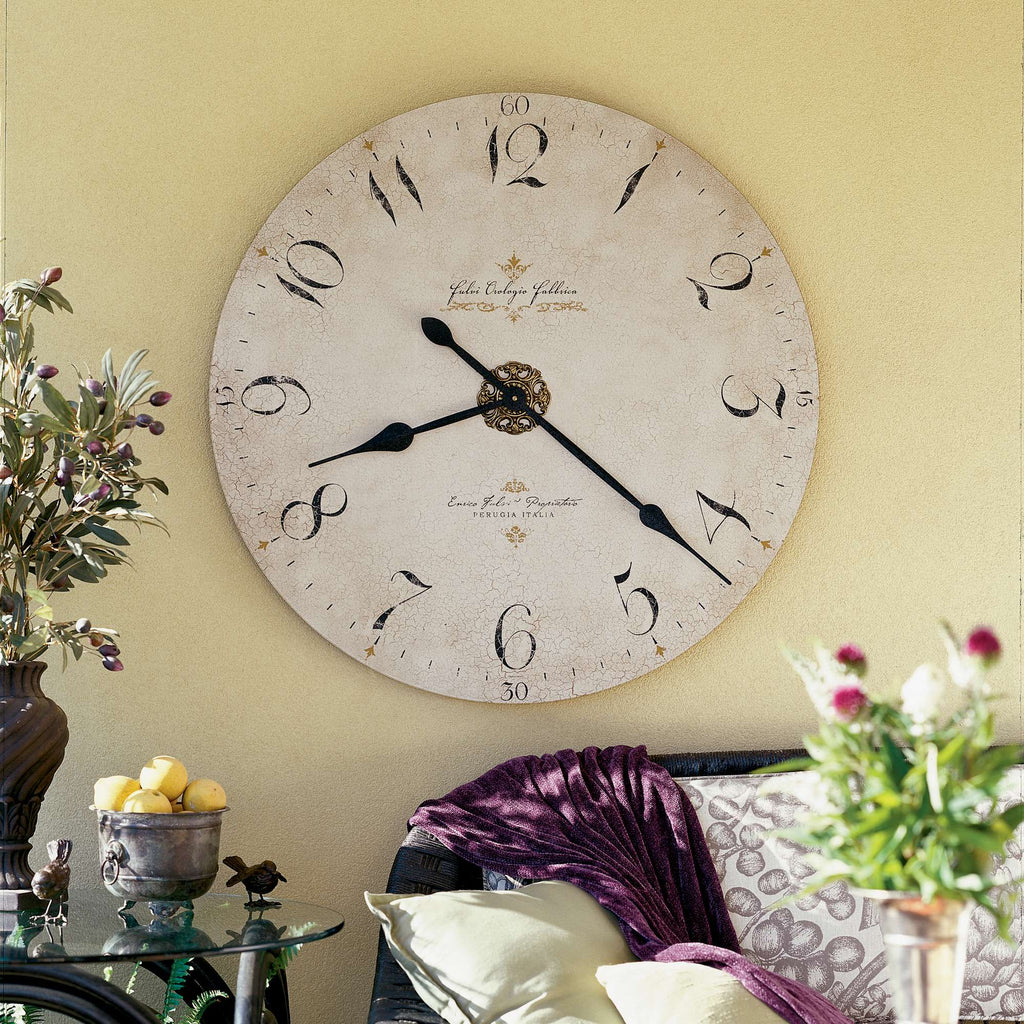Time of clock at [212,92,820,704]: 8:21
